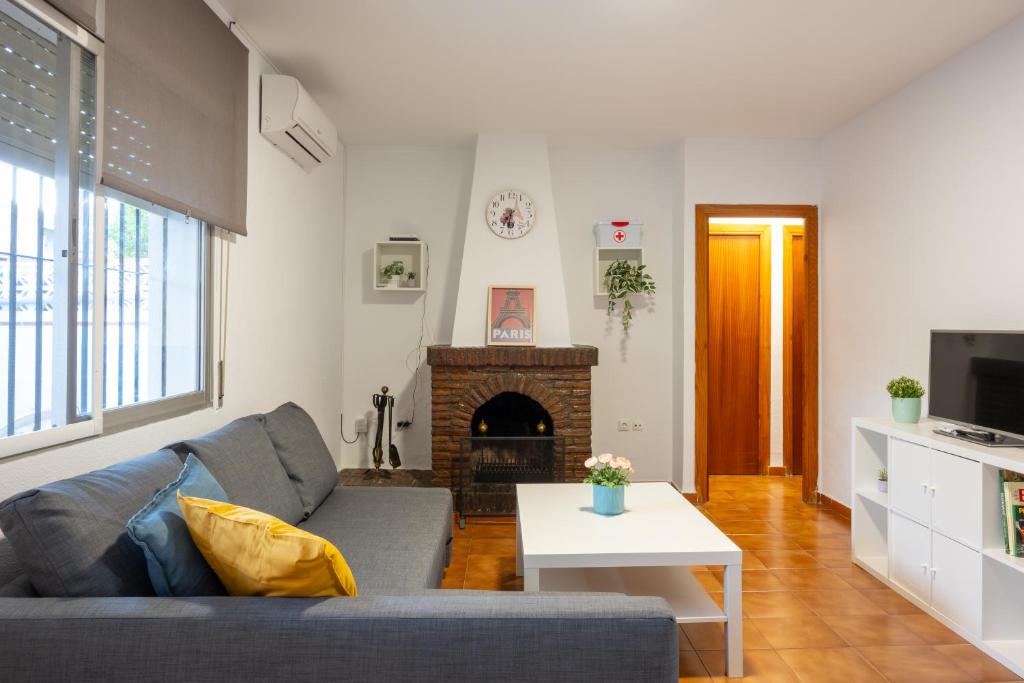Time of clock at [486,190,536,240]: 7:32
